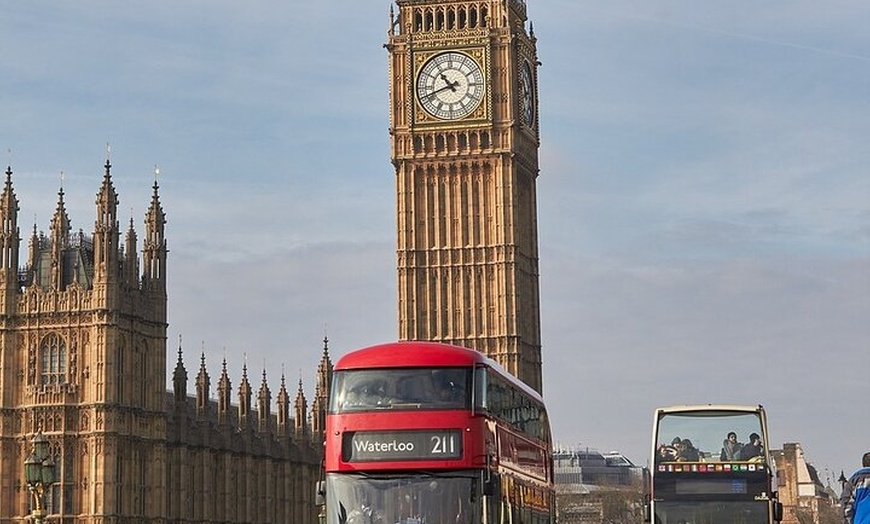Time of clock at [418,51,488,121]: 10:41
